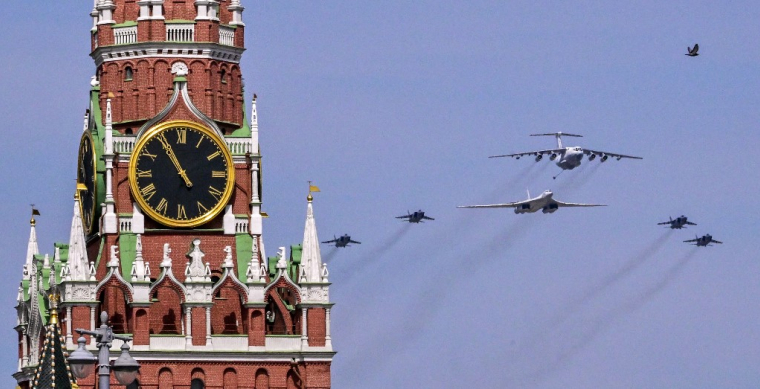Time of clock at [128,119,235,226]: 10:55
